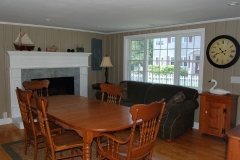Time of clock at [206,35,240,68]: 10:42
